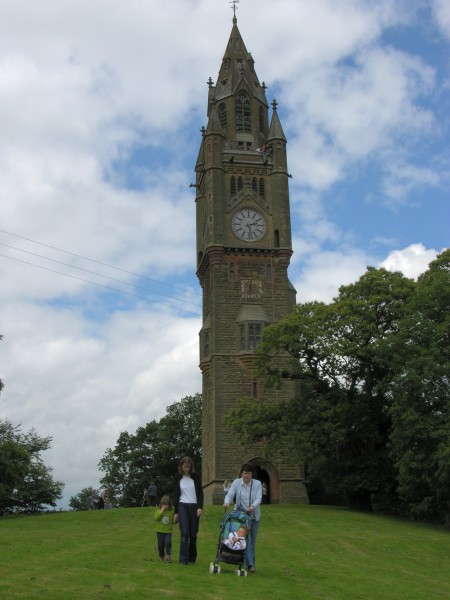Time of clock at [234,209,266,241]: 2:27
